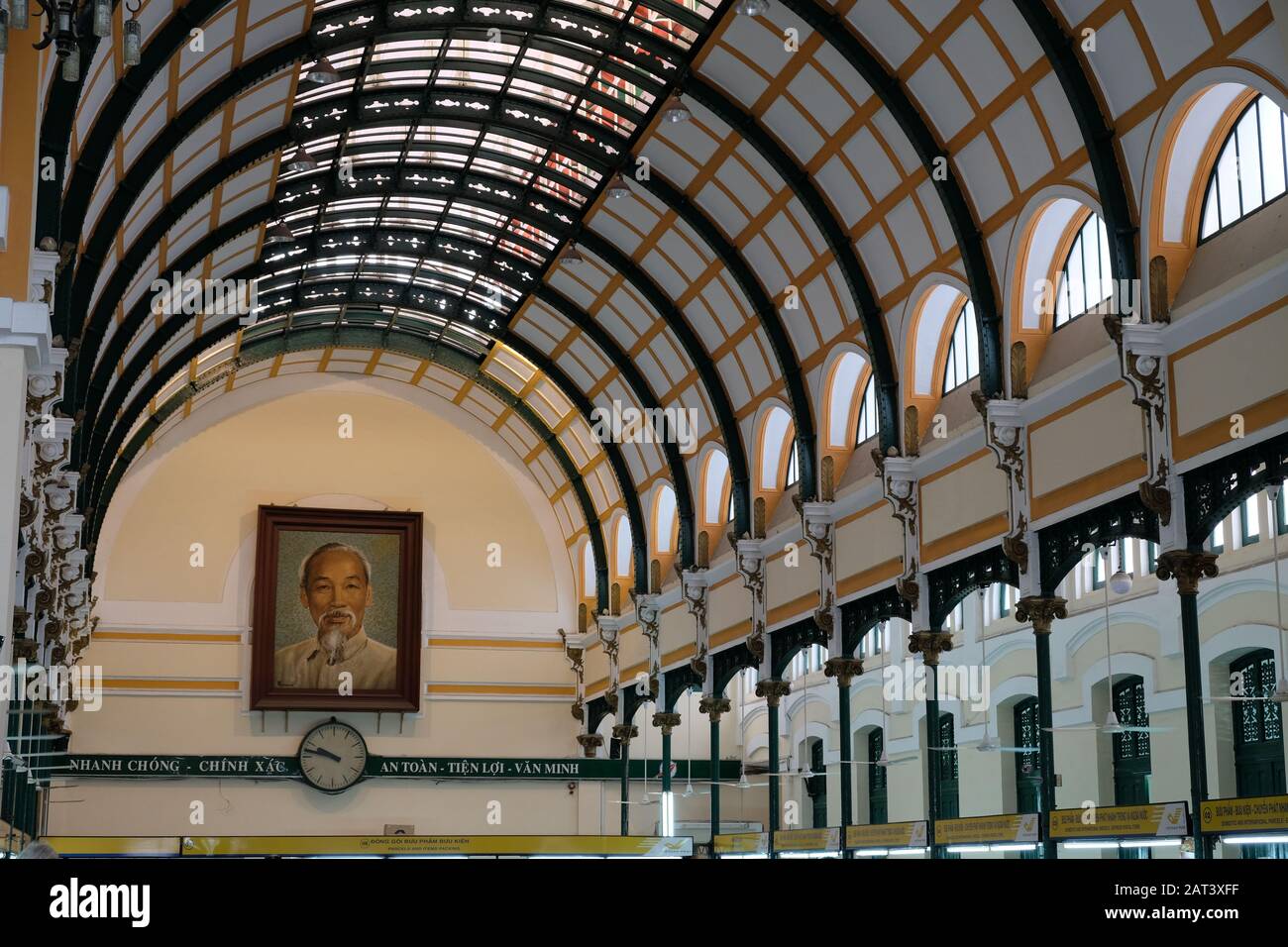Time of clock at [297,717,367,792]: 9:47
